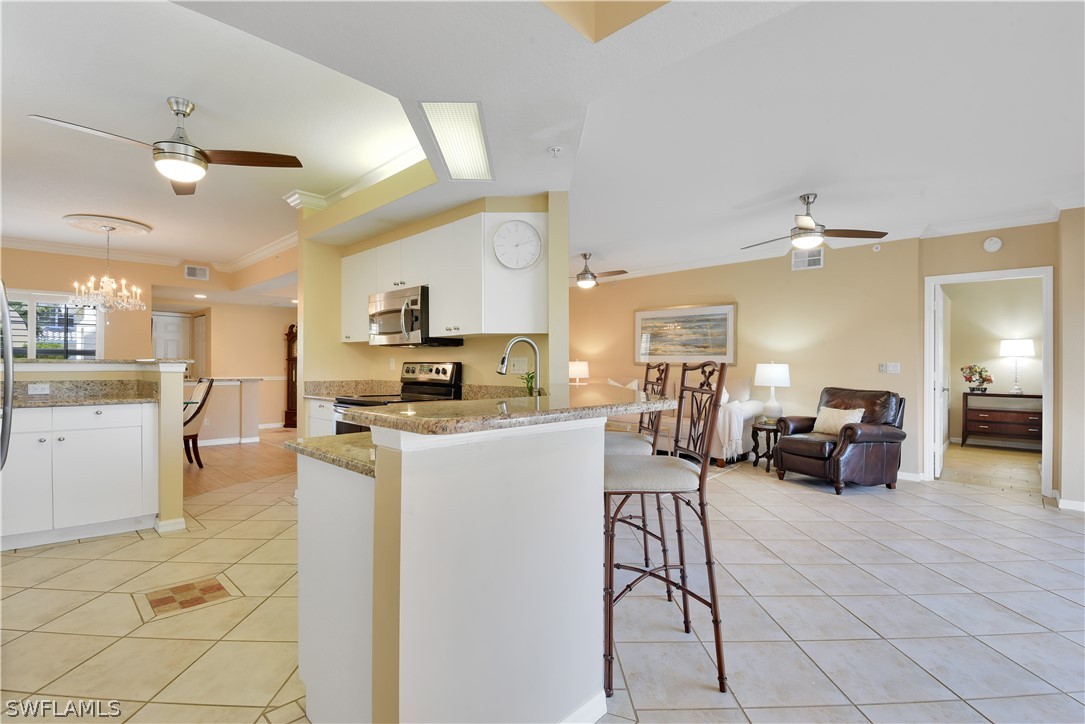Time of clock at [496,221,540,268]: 1:12
